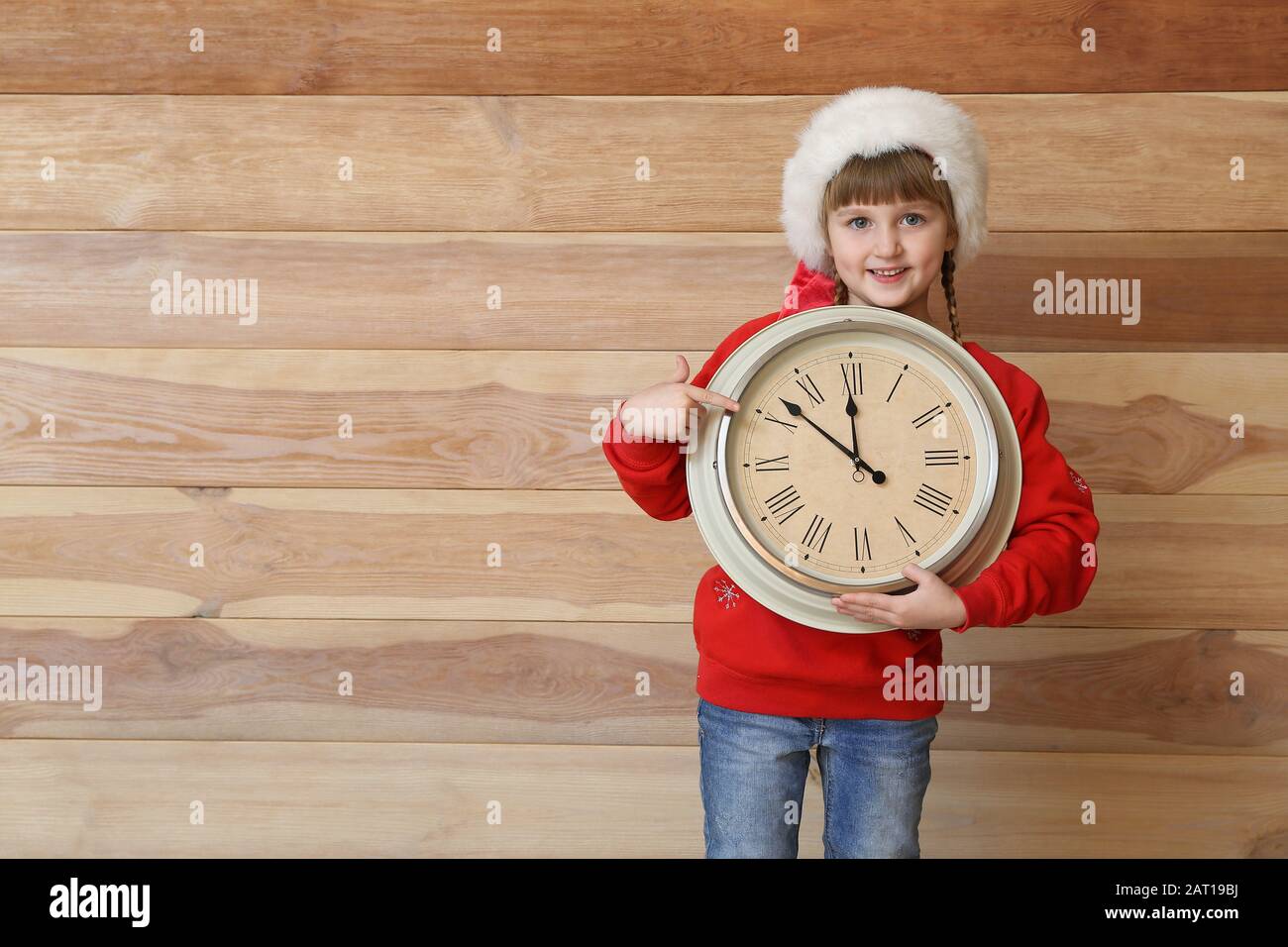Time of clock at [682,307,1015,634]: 11:51
